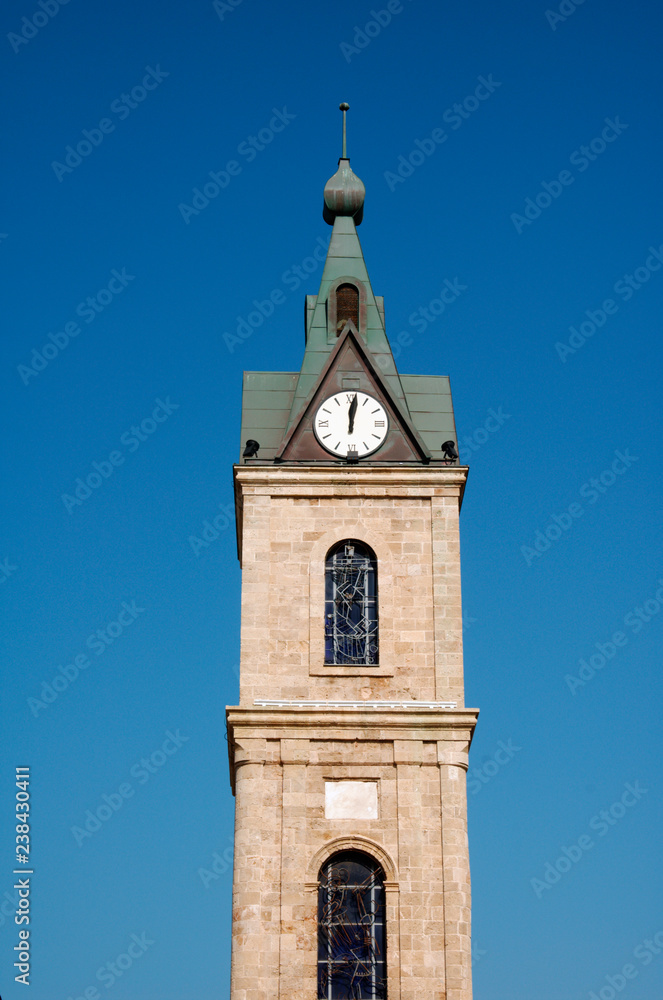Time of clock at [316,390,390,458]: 12:01
